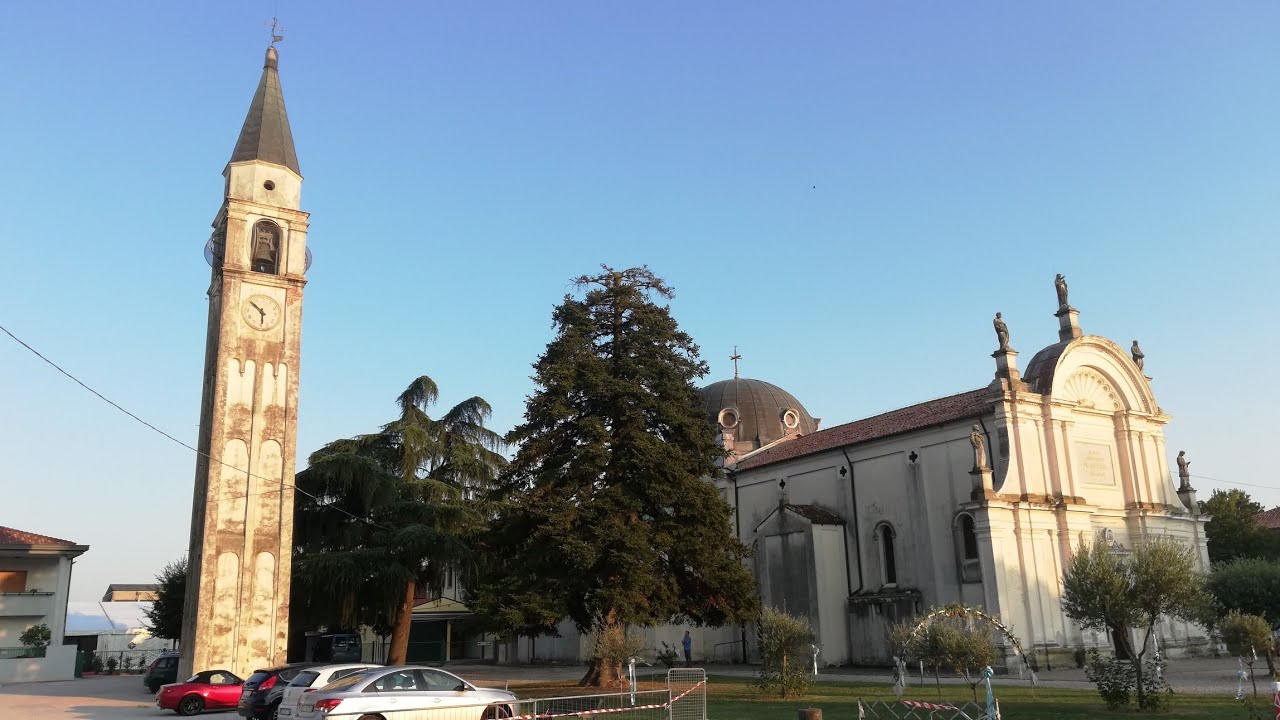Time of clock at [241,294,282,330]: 5:51
